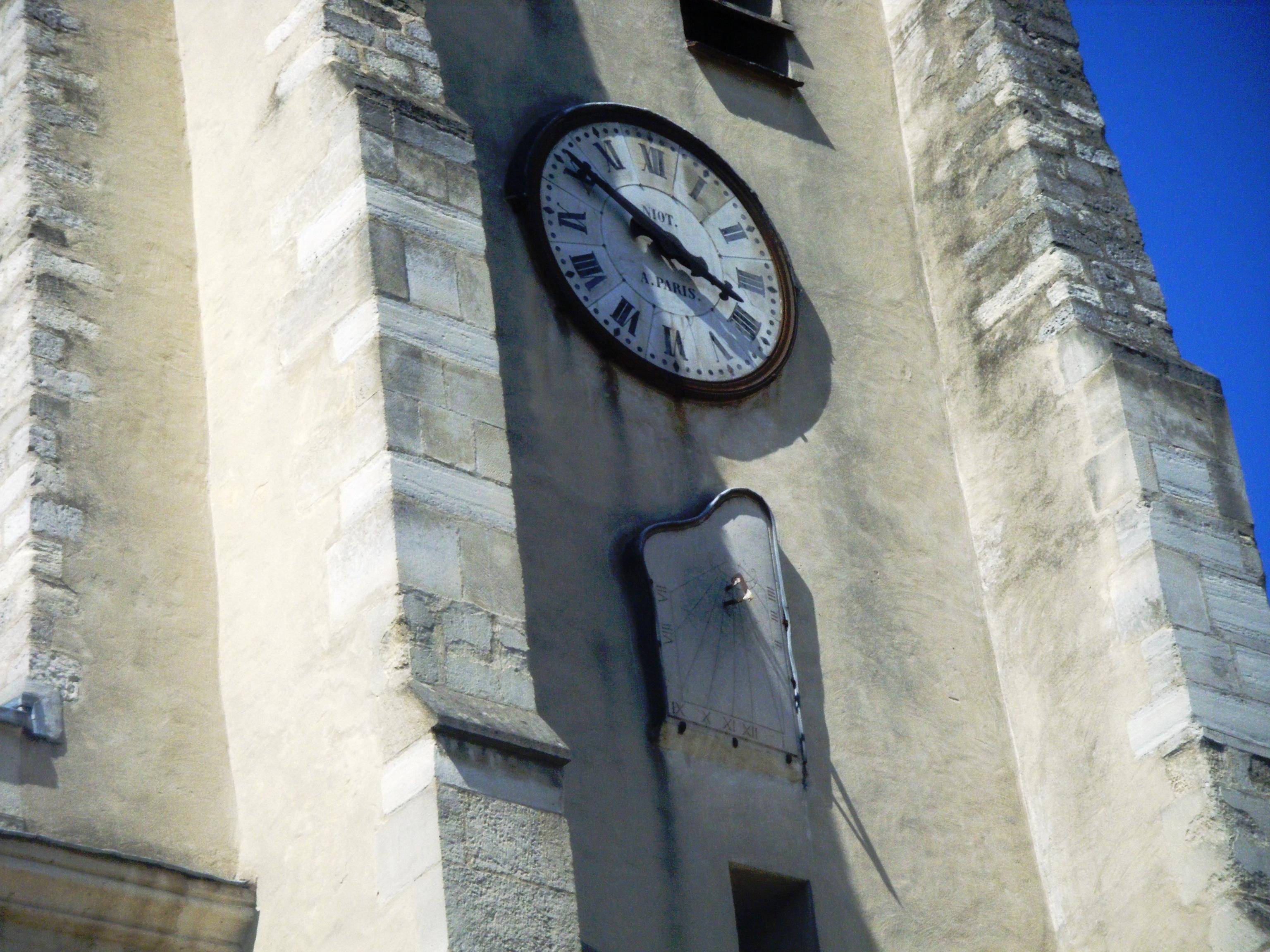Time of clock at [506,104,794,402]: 3:50
